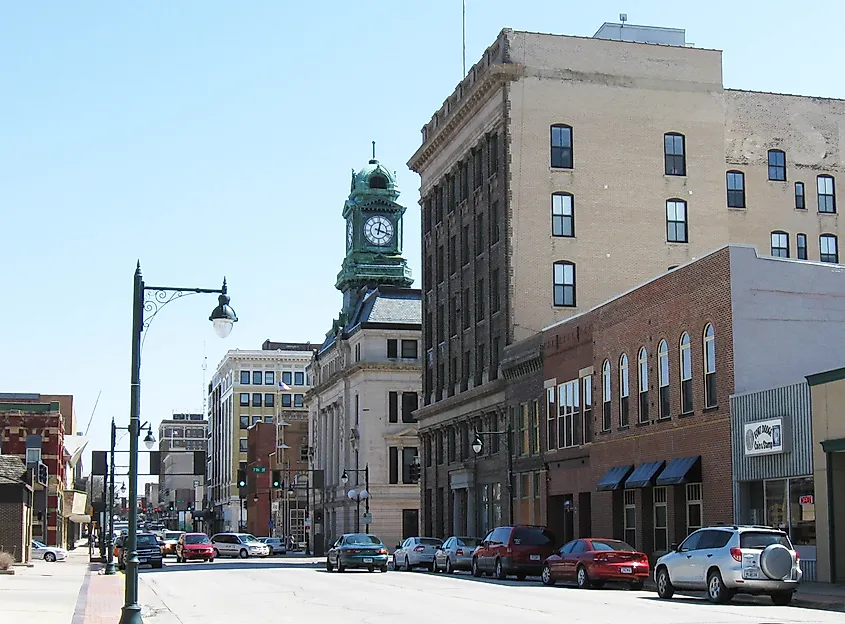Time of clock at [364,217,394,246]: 12:18
